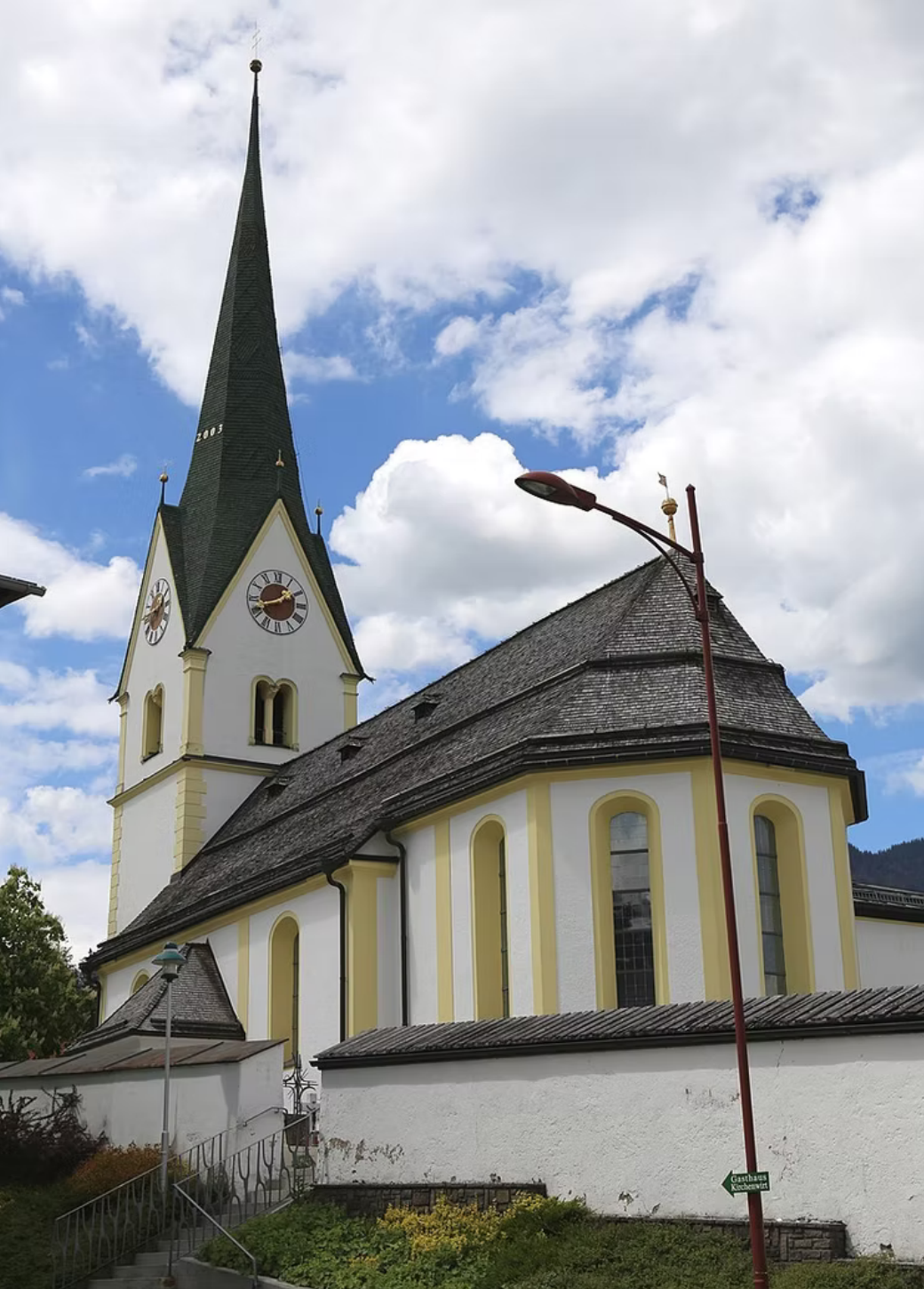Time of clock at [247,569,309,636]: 1:42
